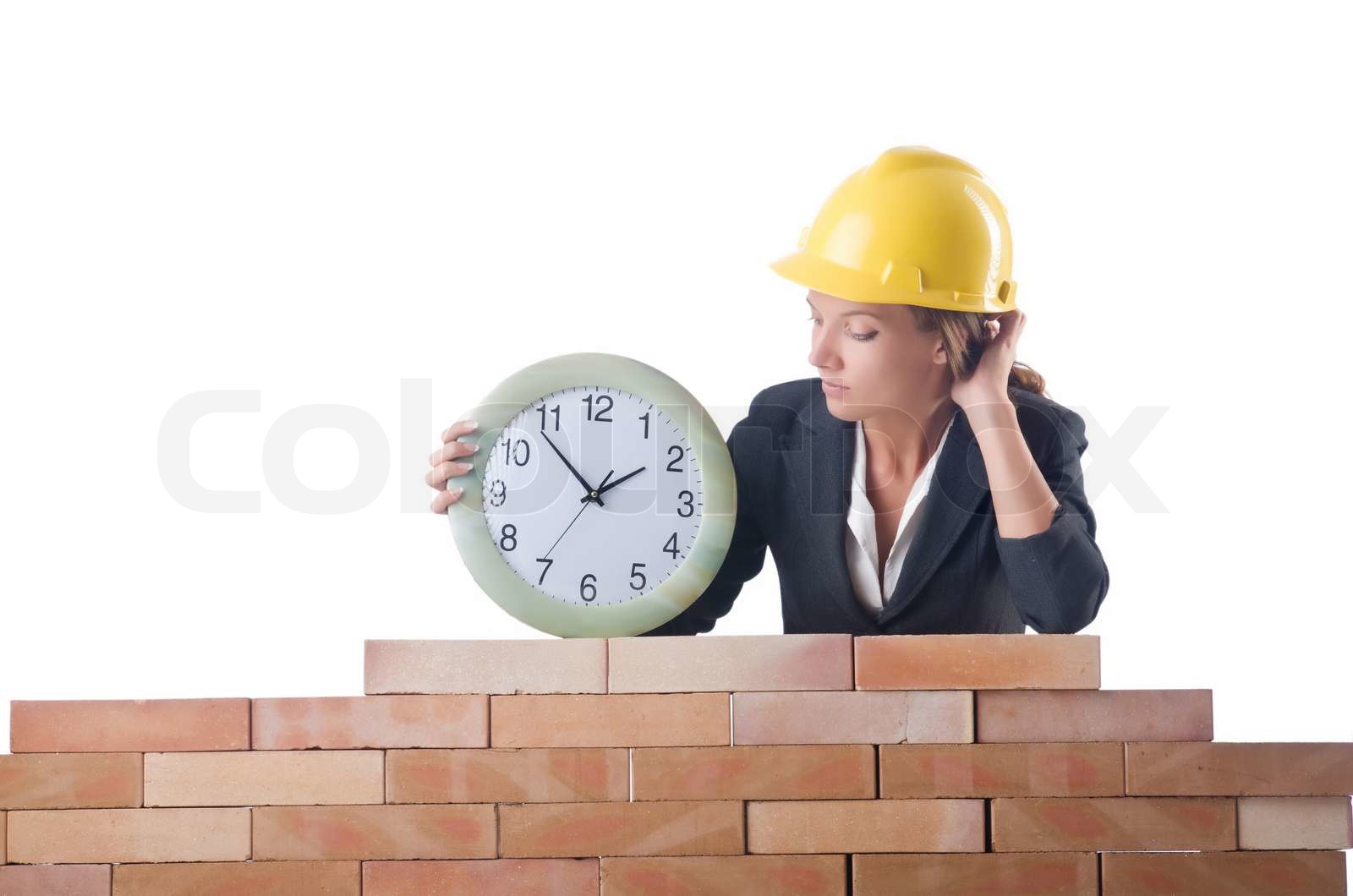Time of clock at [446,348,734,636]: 1:53
